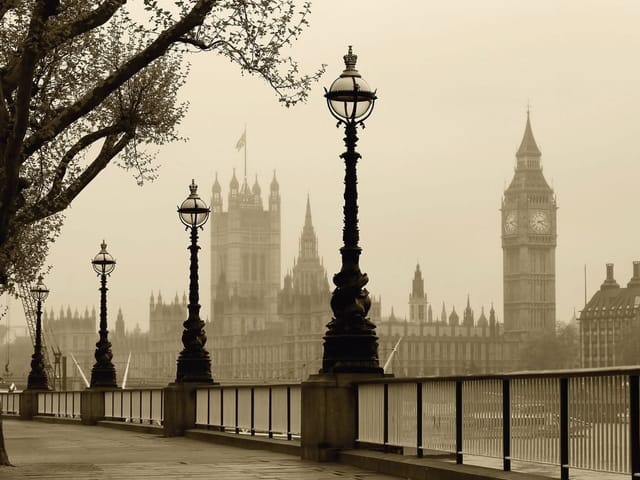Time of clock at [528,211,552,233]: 4:12
